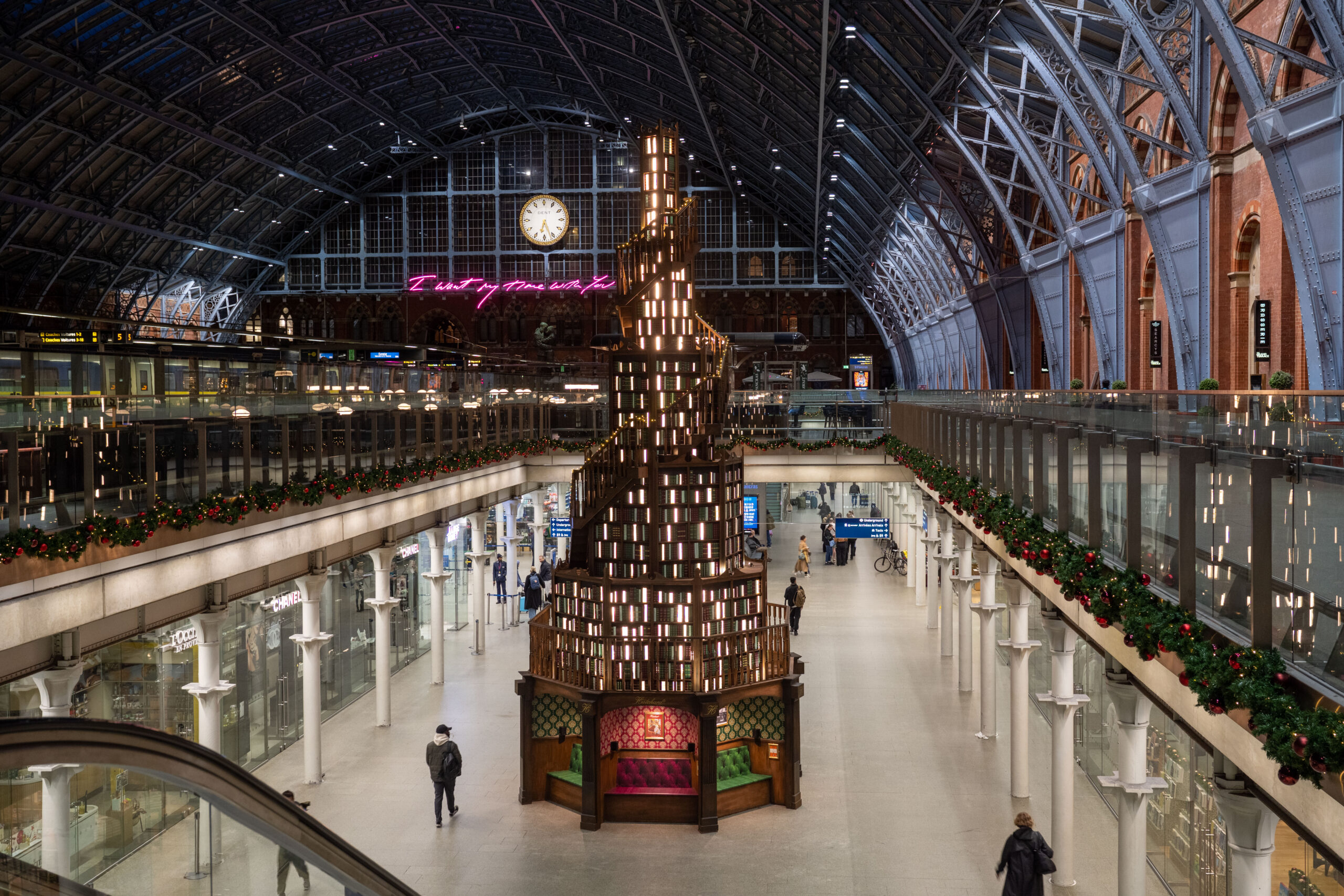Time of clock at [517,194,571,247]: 6:26
